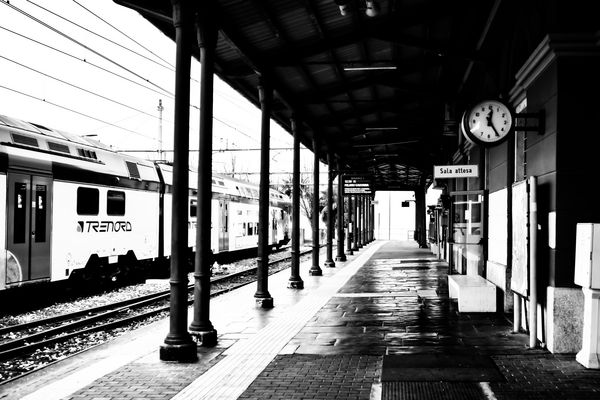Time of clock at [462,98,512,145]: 12:24
